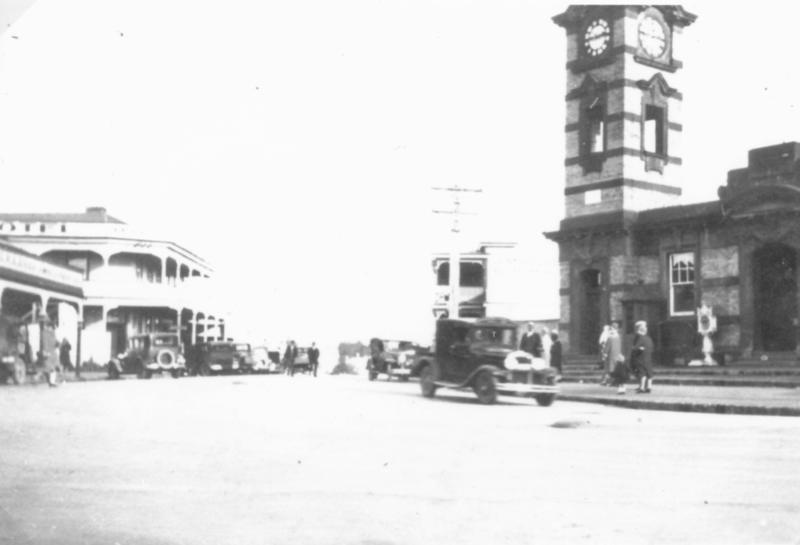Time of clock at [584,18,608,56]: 2:45
